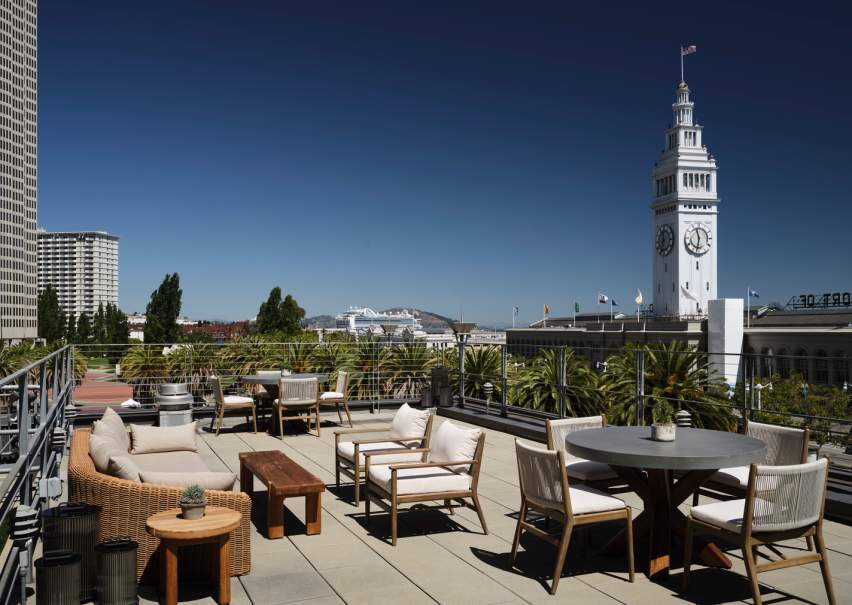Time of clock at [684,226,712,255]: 11:32
